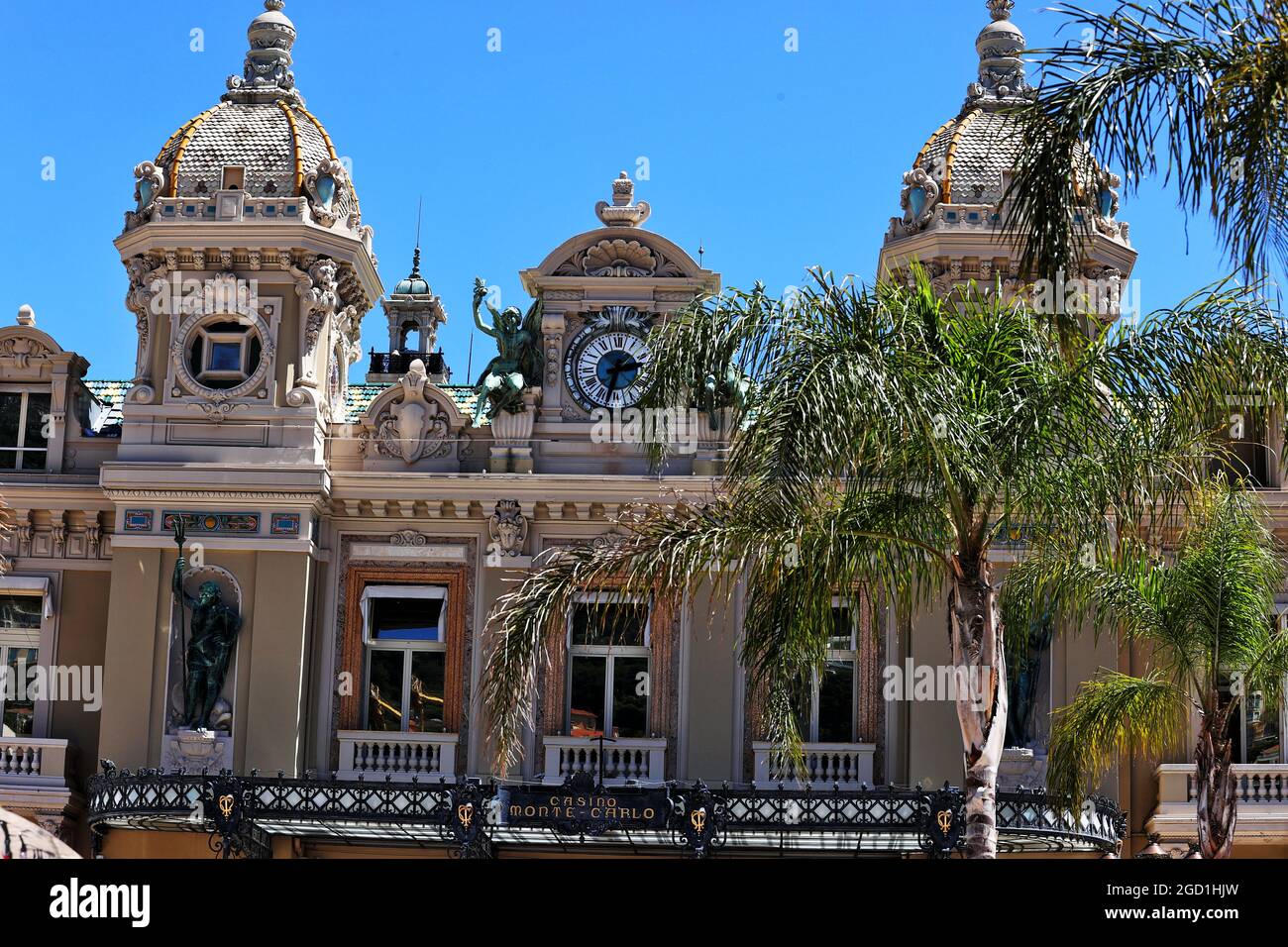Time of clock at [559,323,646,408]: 2:32
